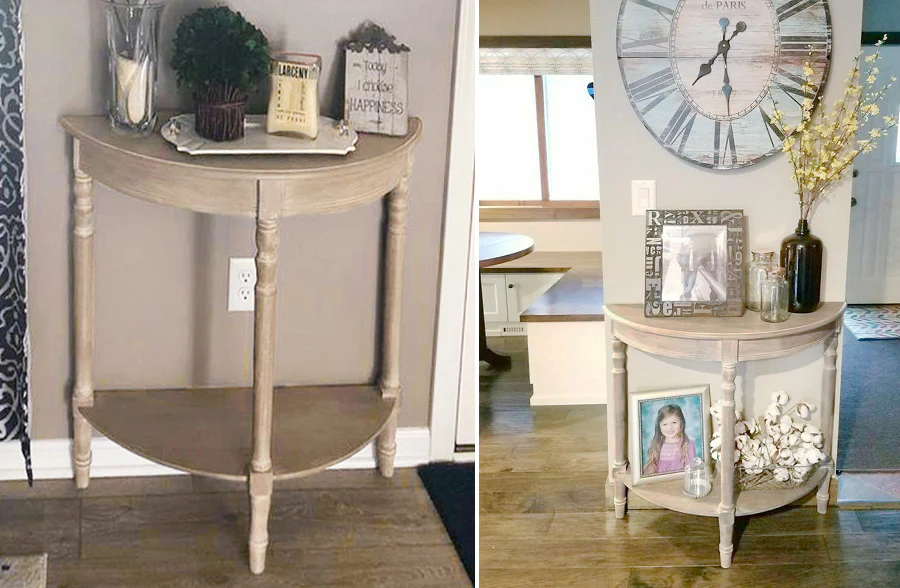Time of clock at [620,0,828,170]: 7:28
